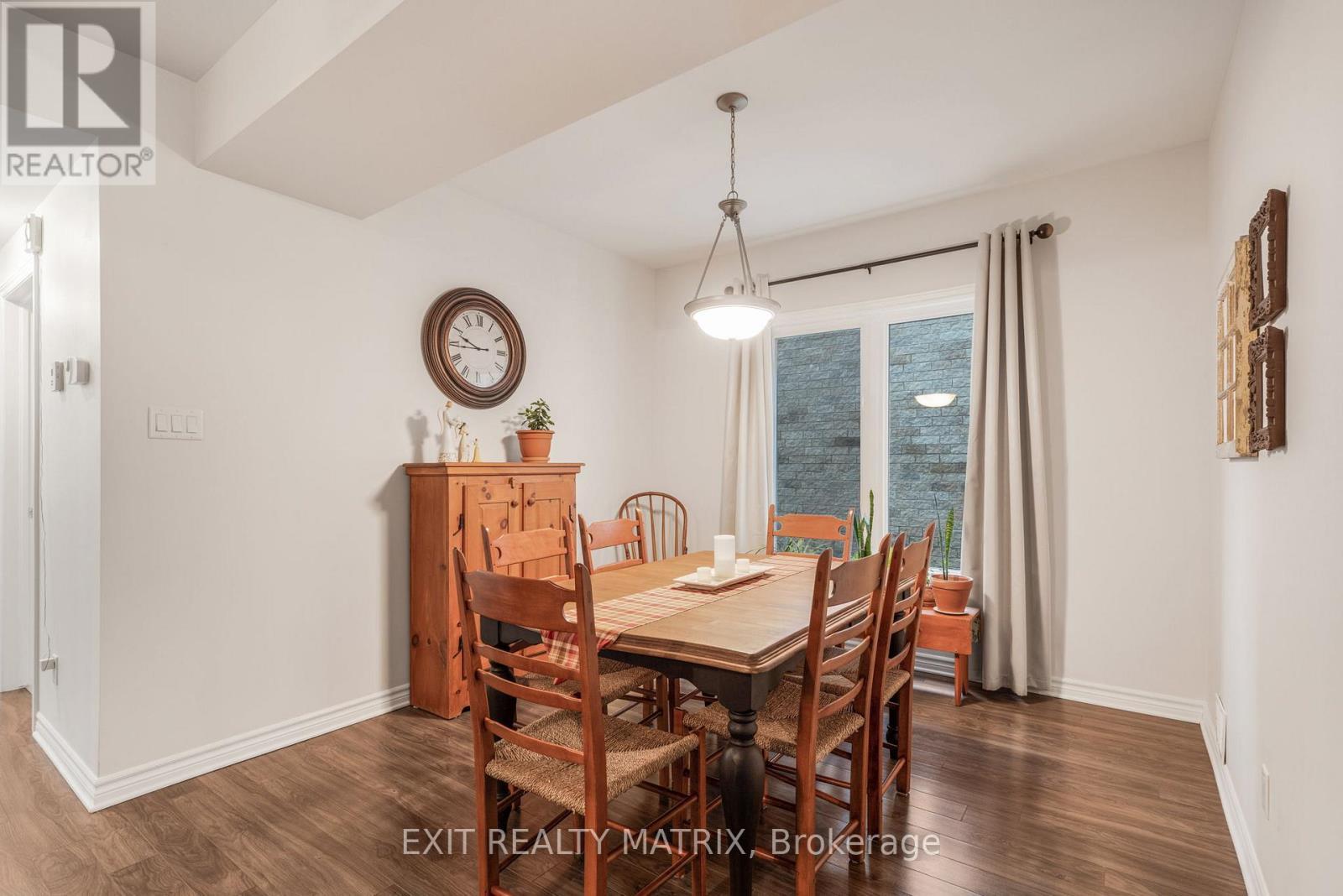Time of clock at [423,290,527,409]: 9:44
